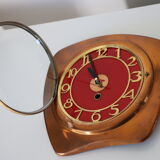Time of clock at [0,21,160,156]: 10:56
